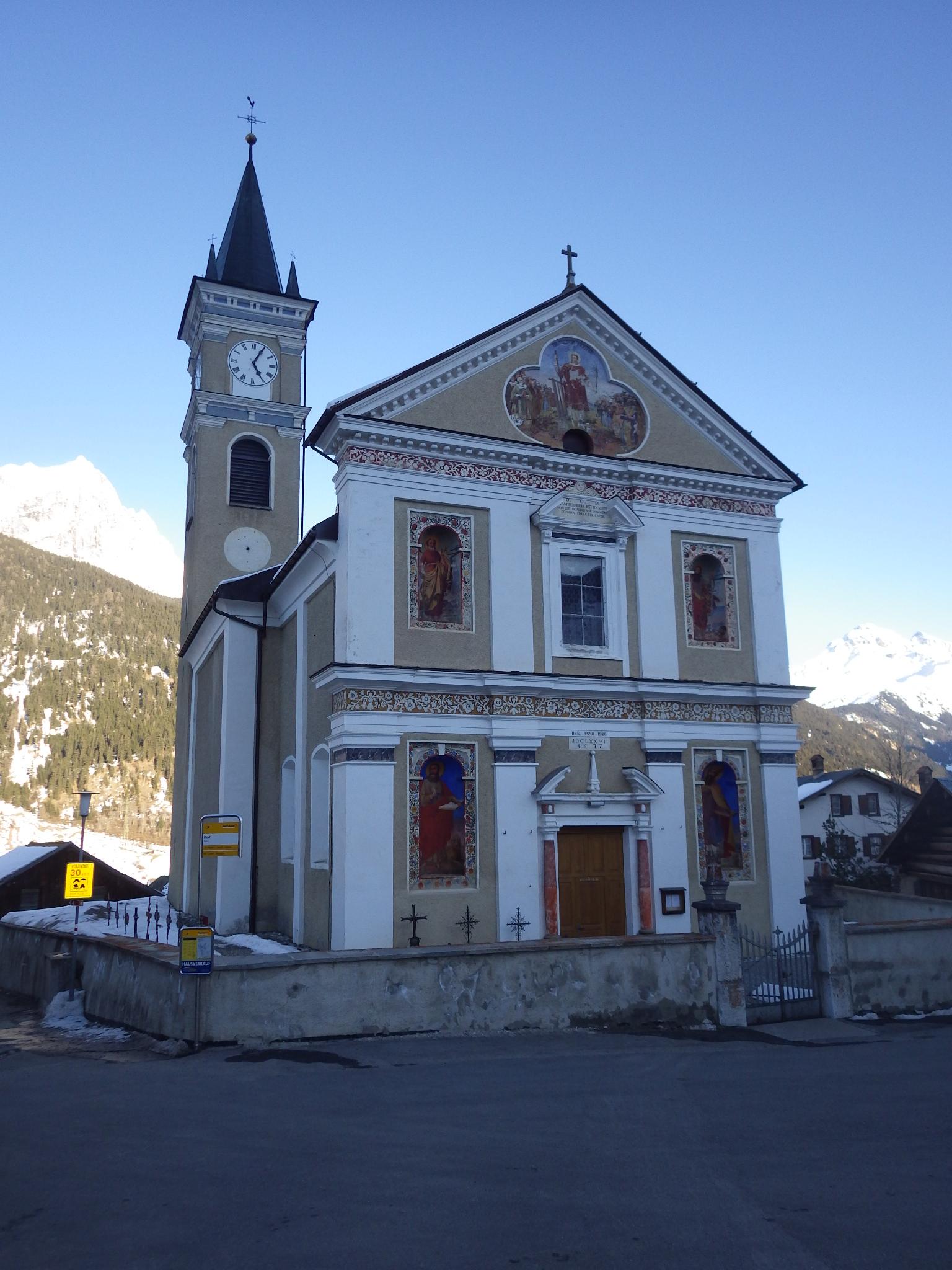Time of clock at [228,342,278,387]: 5:04
